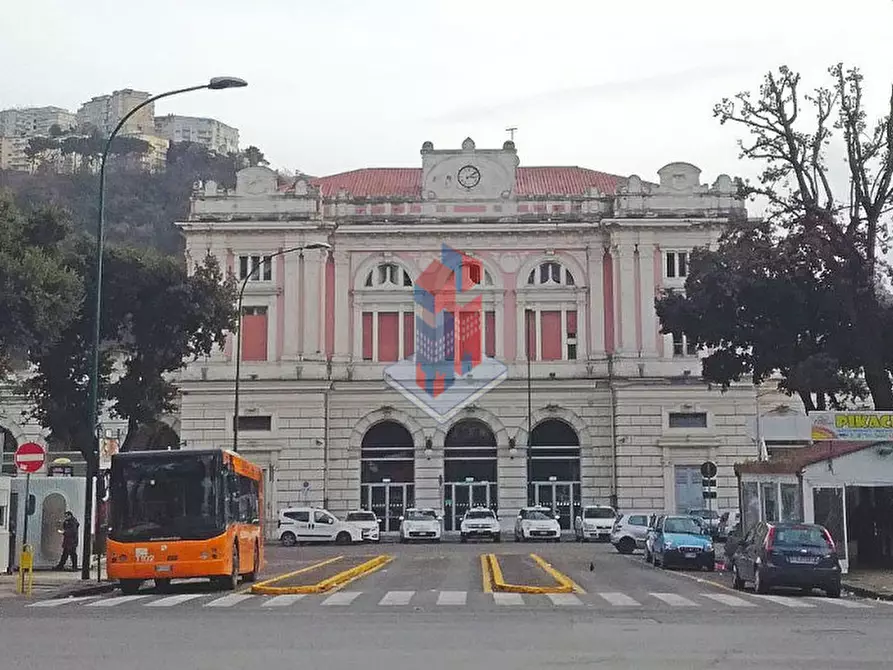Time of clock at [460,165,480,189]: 3:09
